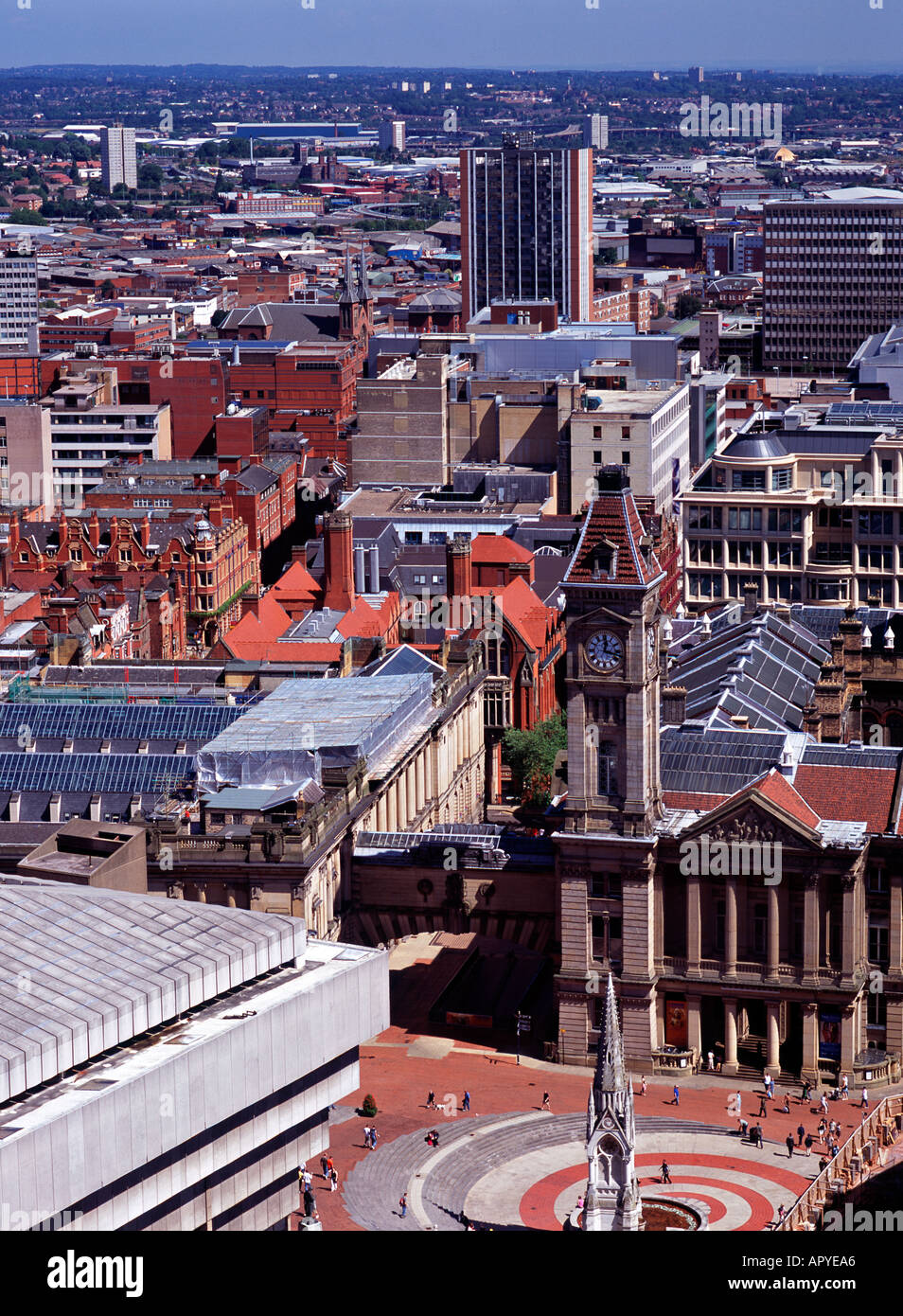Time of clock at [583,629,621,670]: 12:17
